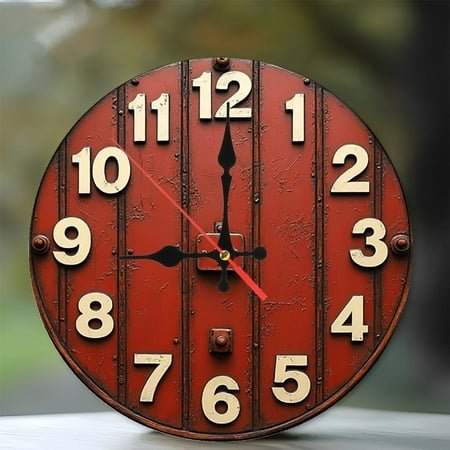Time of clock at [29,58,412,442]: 9:00
